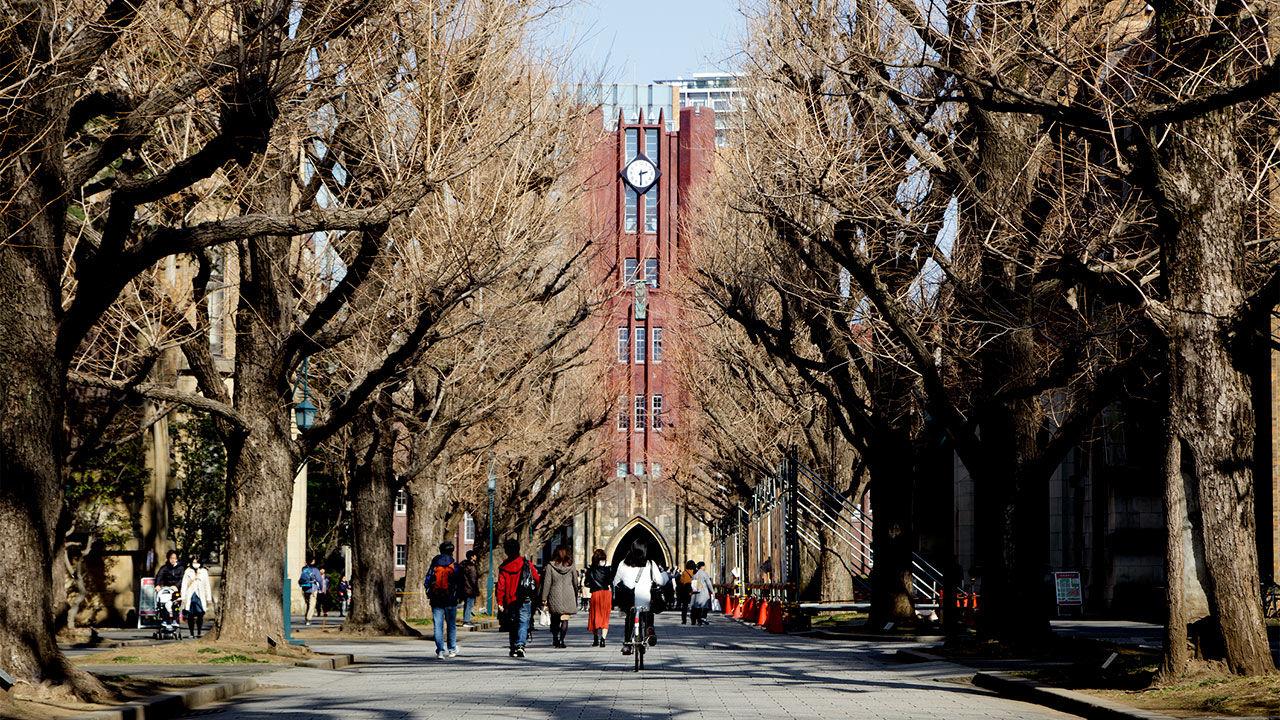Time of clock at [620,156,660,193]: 2:30
